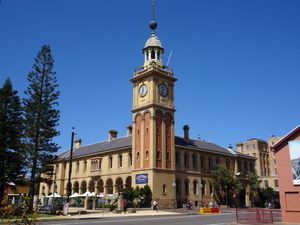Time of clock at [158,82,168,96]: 11:35
